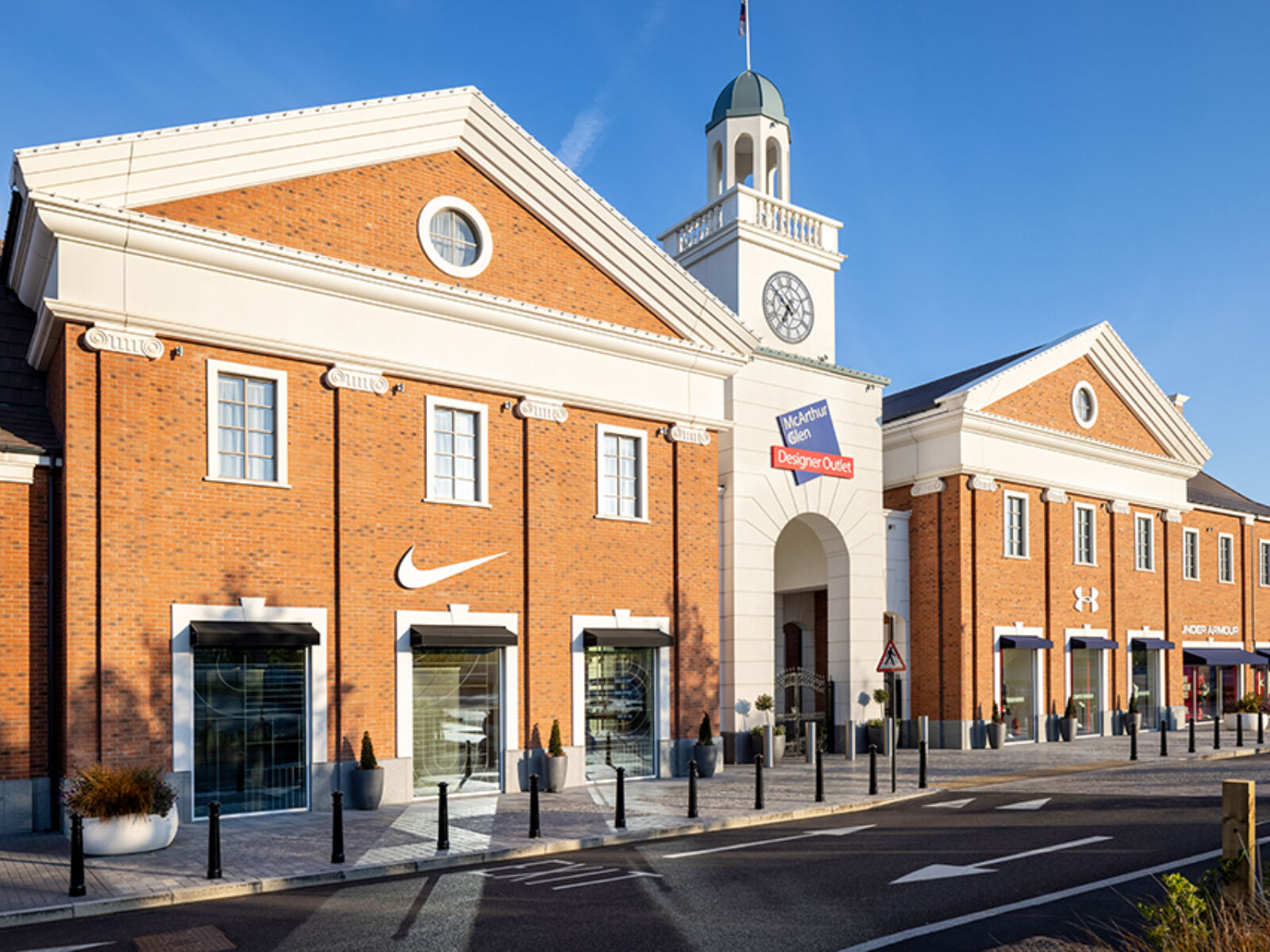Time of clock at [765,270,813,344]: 6:50
